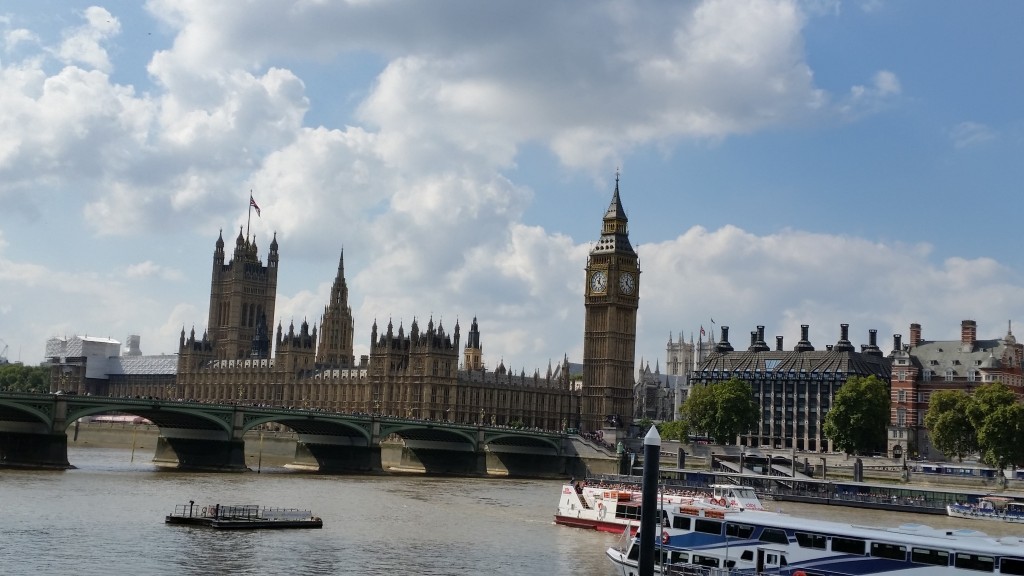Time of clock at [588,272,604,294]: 12:22
